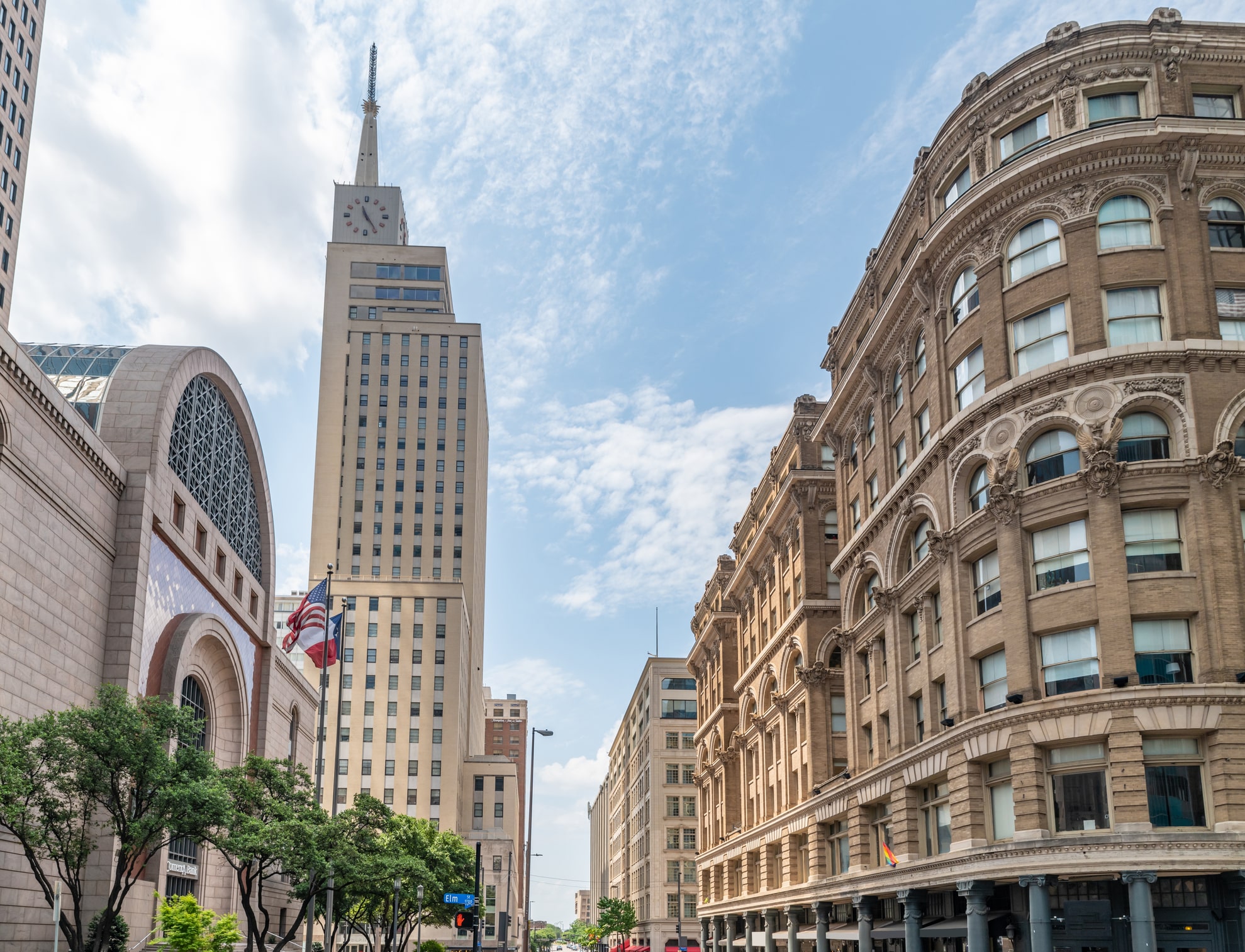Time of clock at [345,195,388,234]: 11:24
